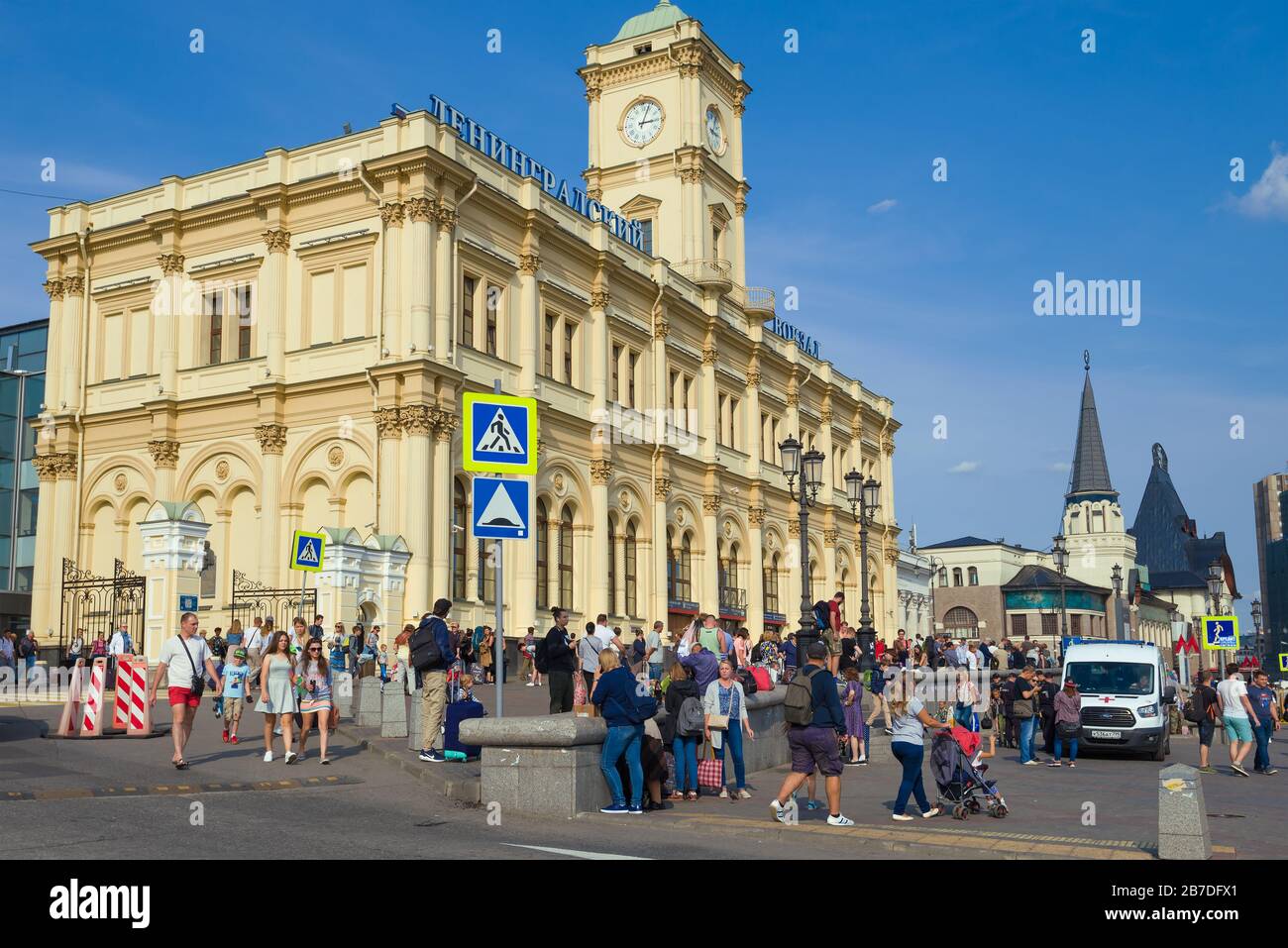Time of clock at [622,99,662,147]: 3:03
